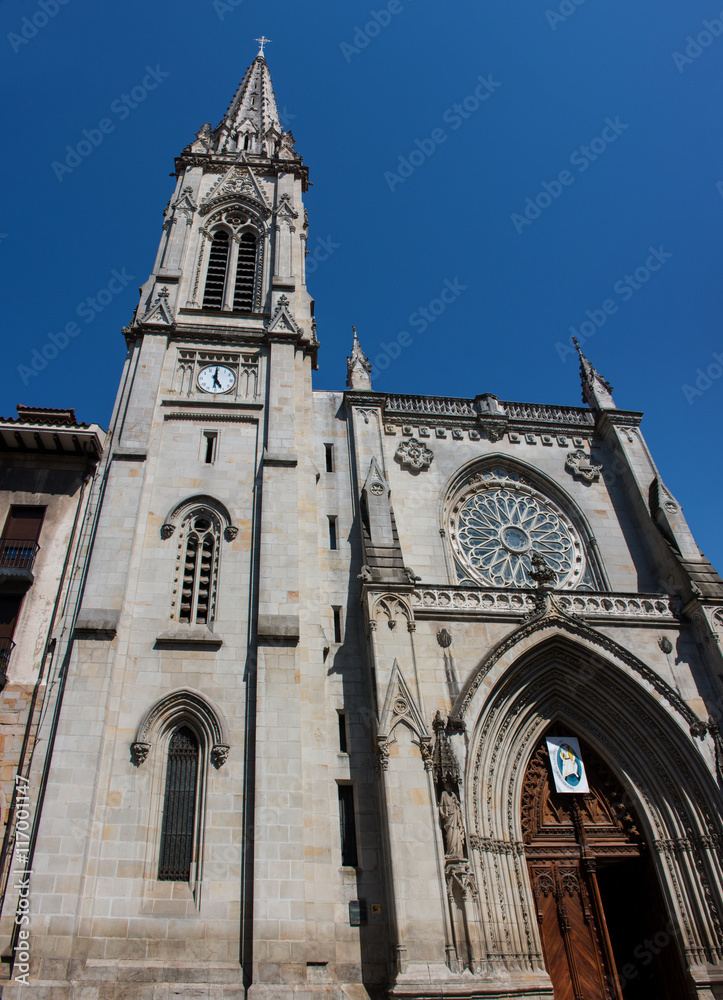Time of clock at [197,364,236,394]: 4:59
